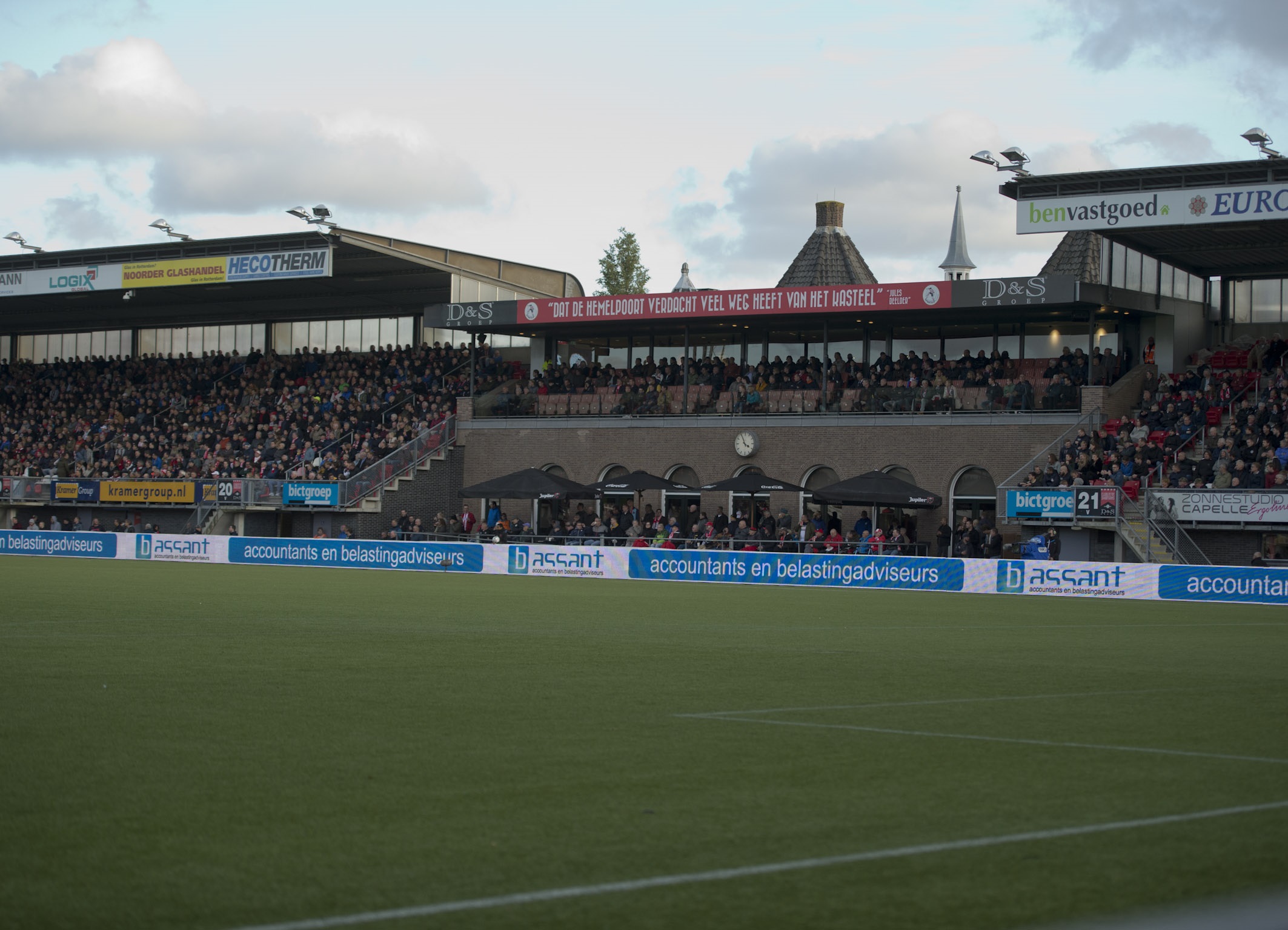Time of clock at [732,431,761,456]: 3:55
